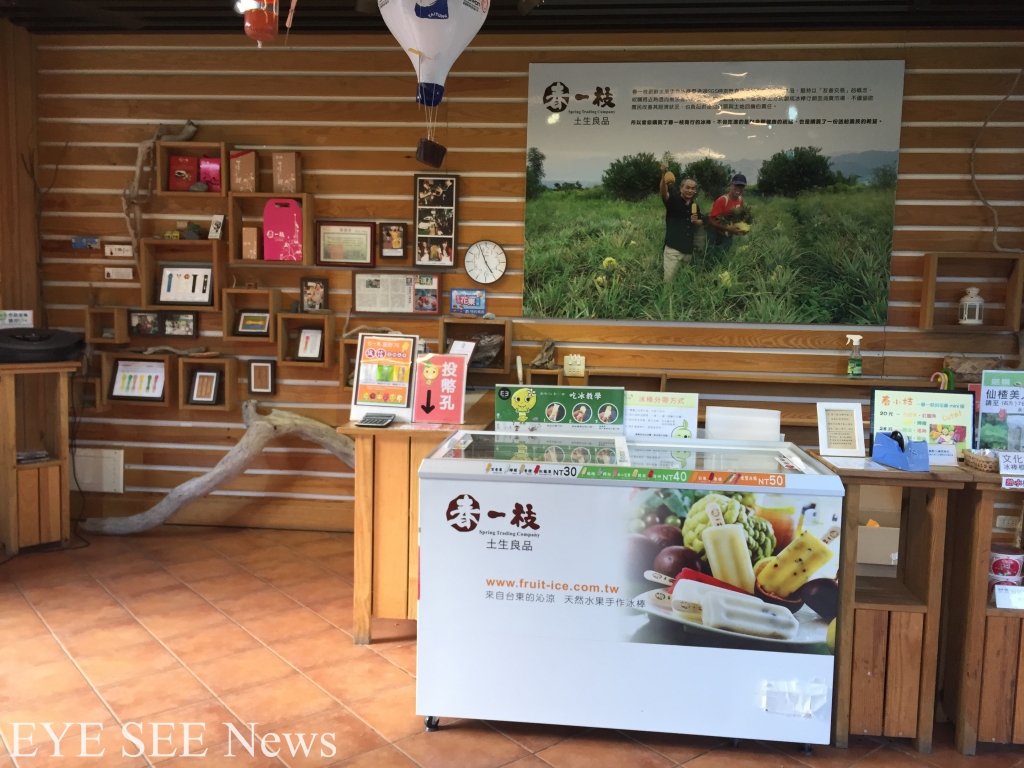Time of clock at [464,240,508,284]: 4:56
